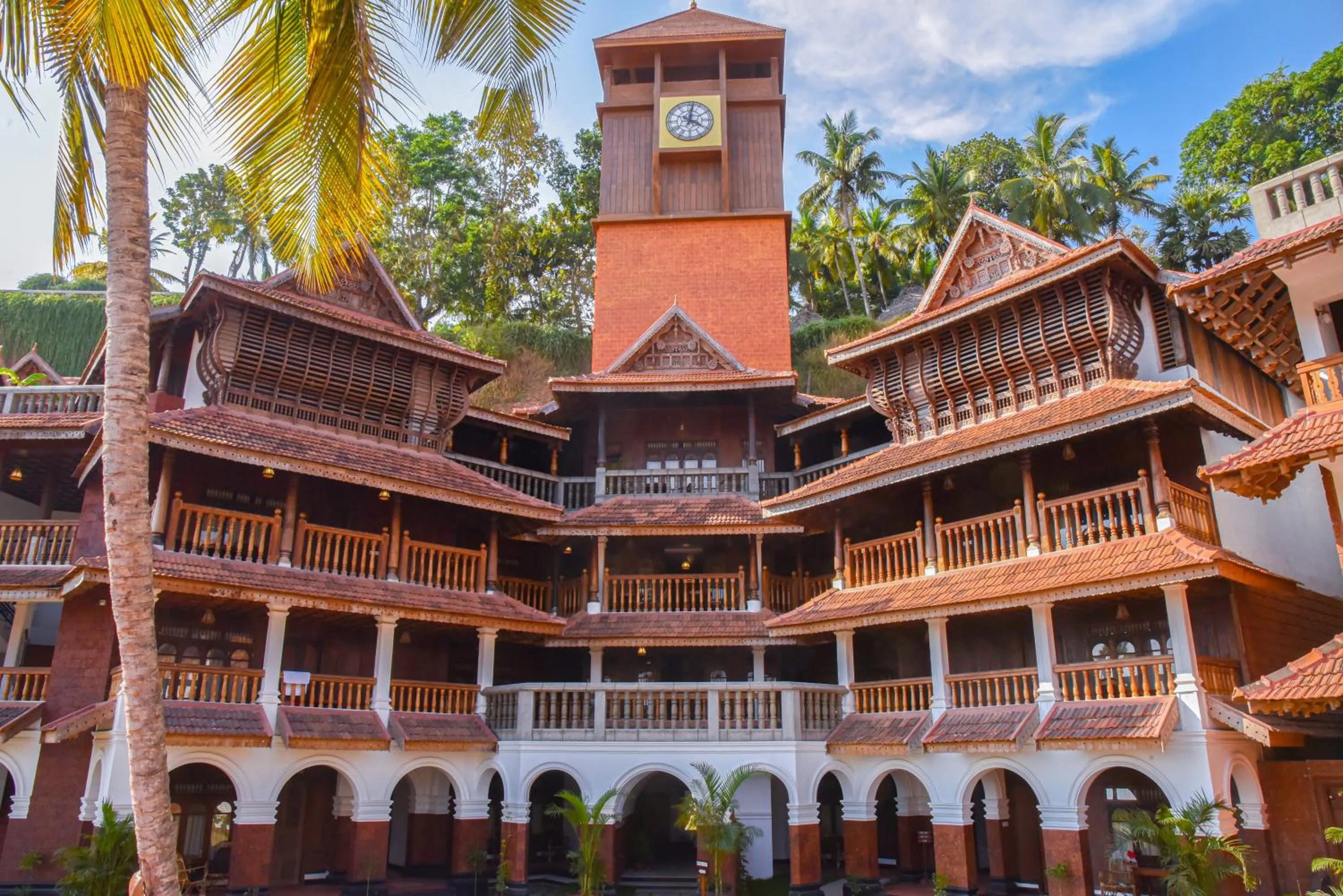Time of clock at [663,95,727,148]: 4:02
